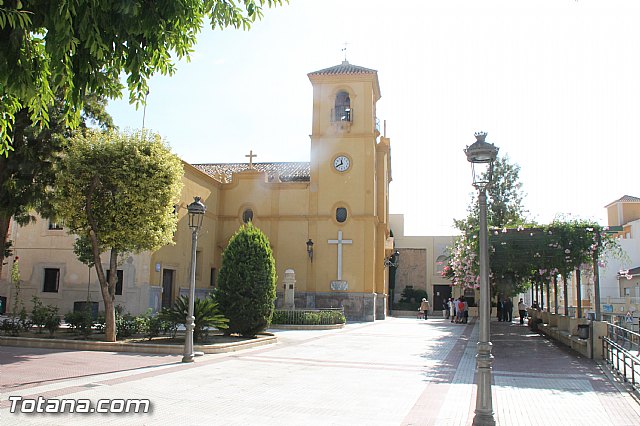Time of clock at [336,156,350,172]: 11:40
